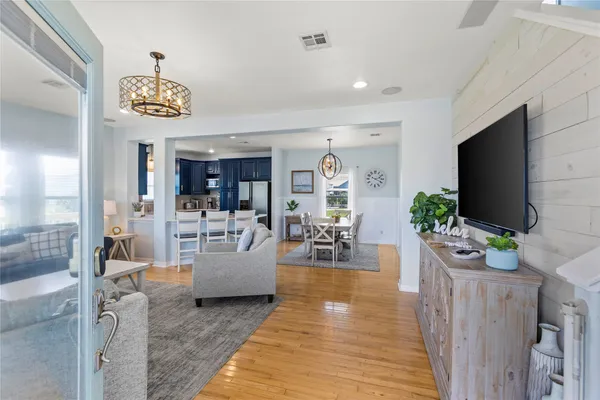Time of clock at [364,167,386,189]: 2:18
